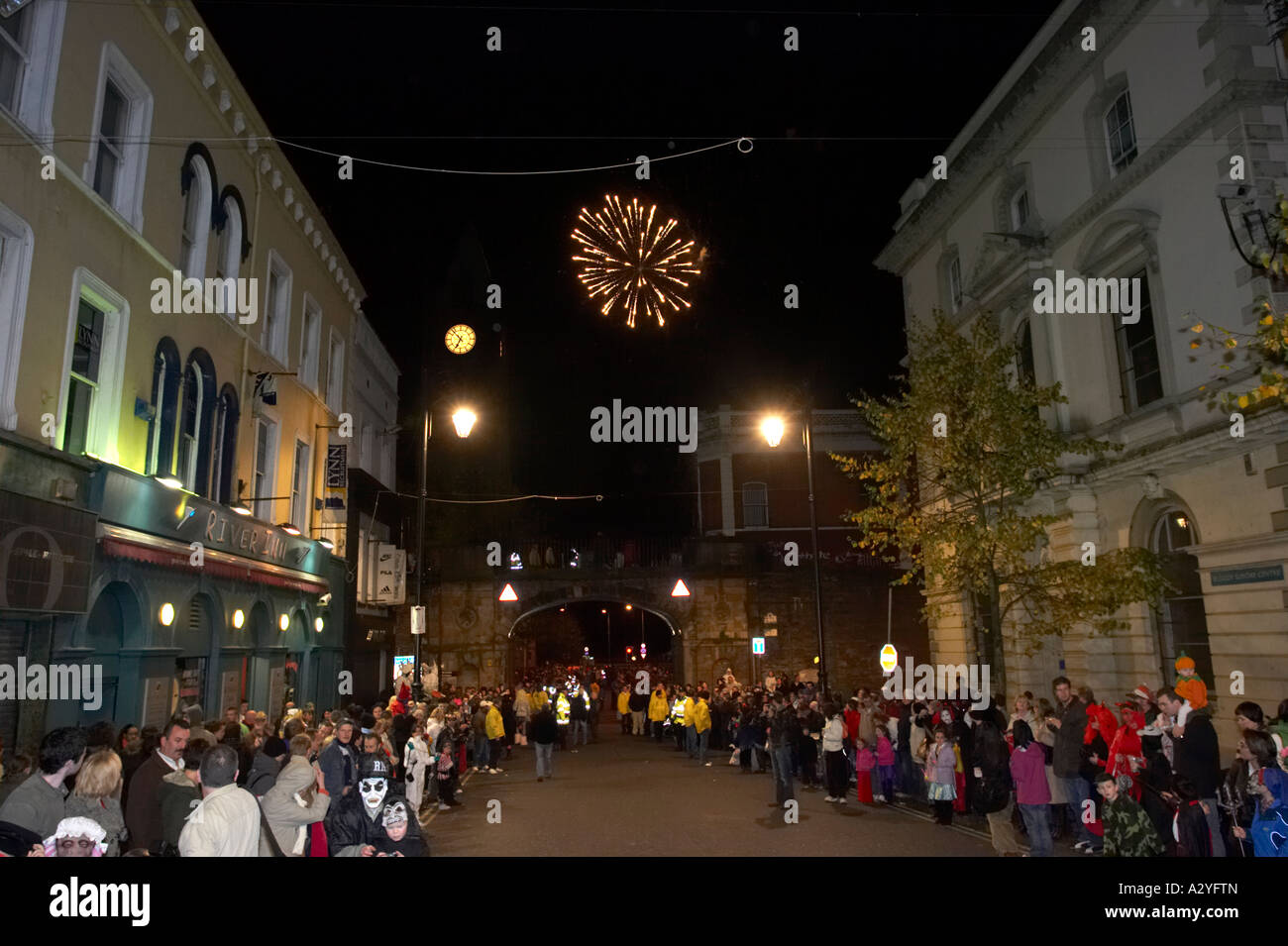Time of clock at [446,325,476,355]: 6:52
